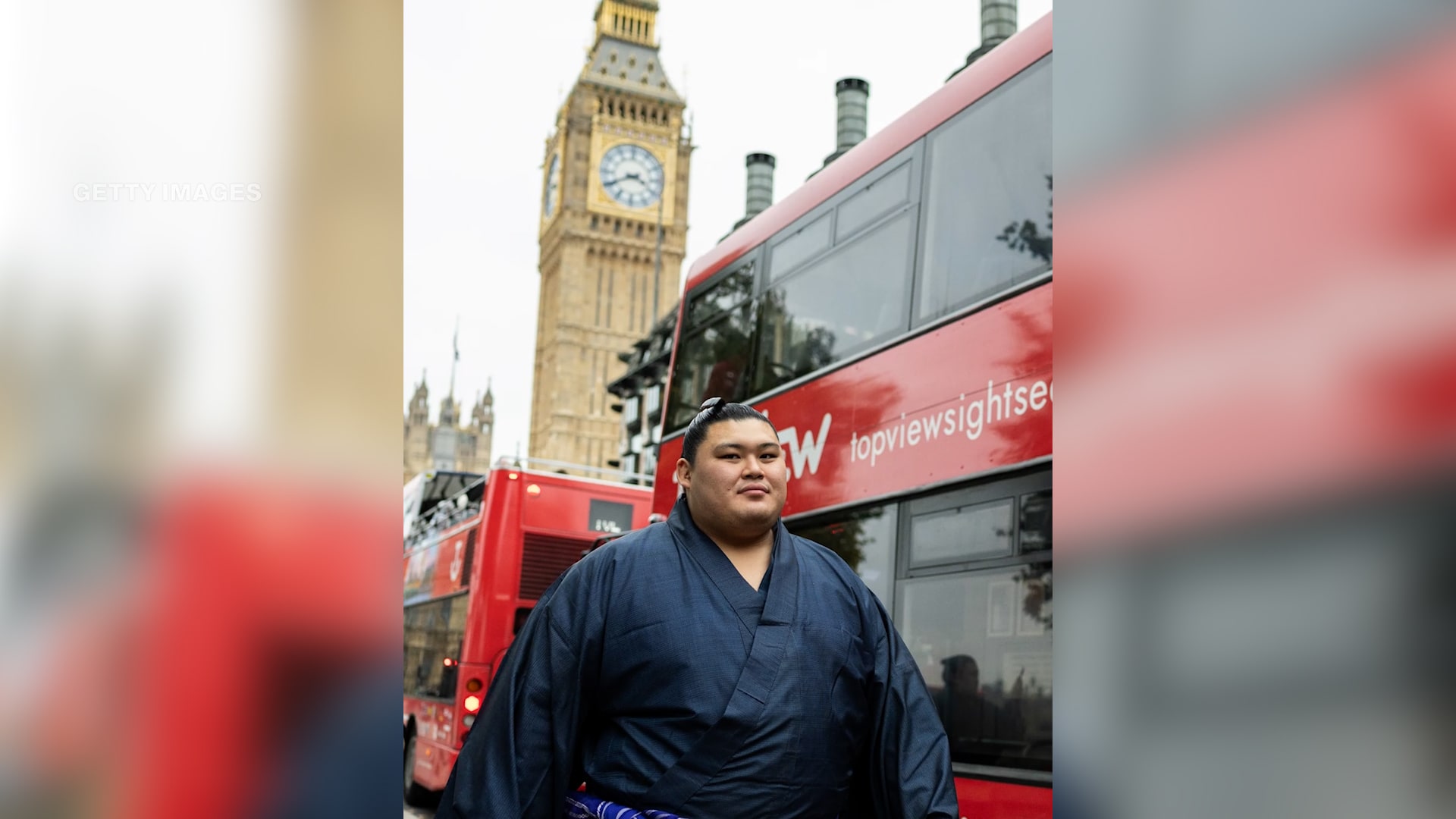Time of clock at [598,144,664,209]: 3:40
